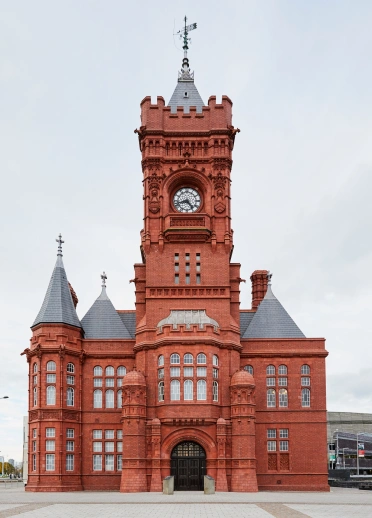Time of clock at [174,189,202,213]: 4:42
